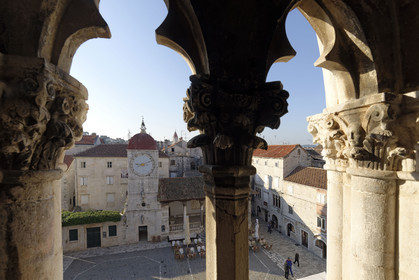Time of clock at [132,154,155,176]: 9:11
